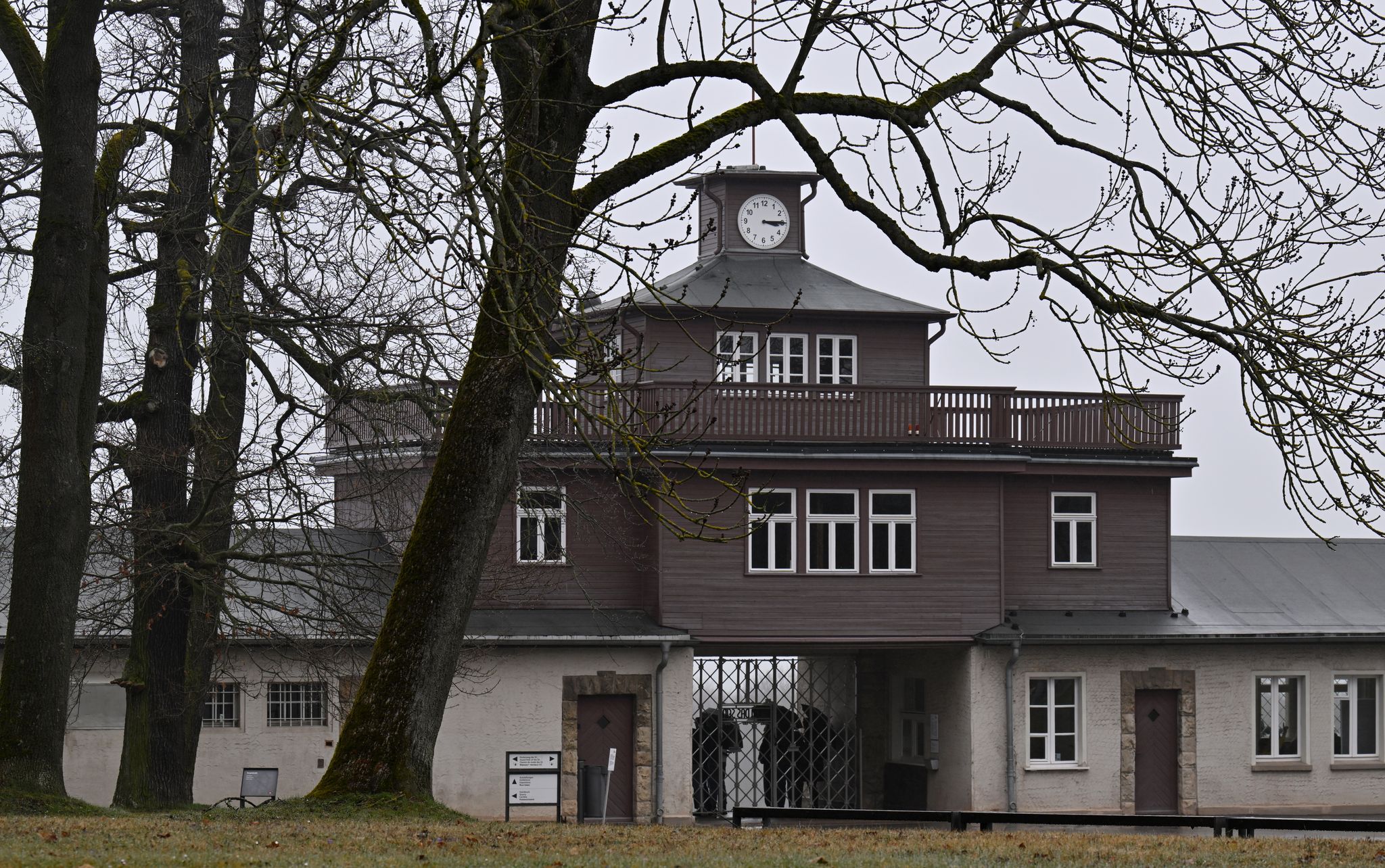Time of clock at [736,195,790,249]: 3:14
